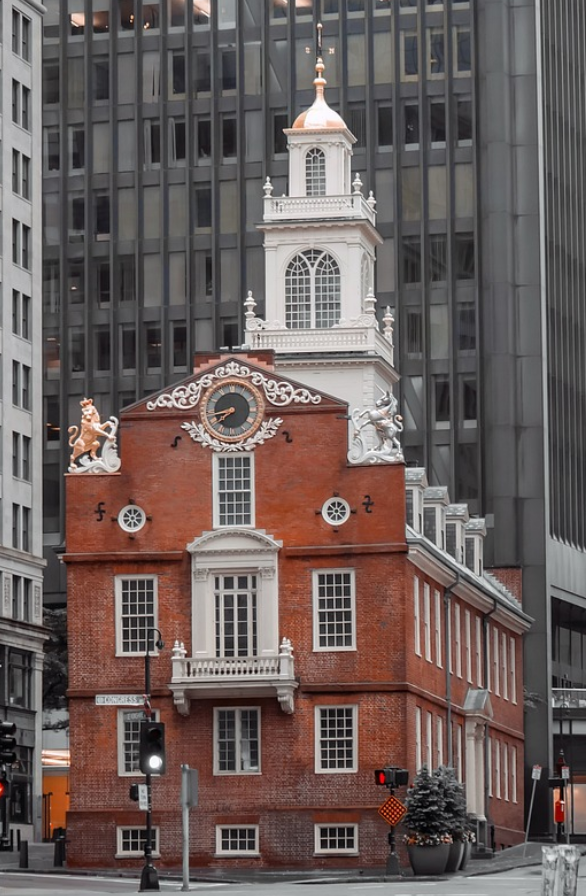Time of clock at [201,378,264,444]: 7:42
